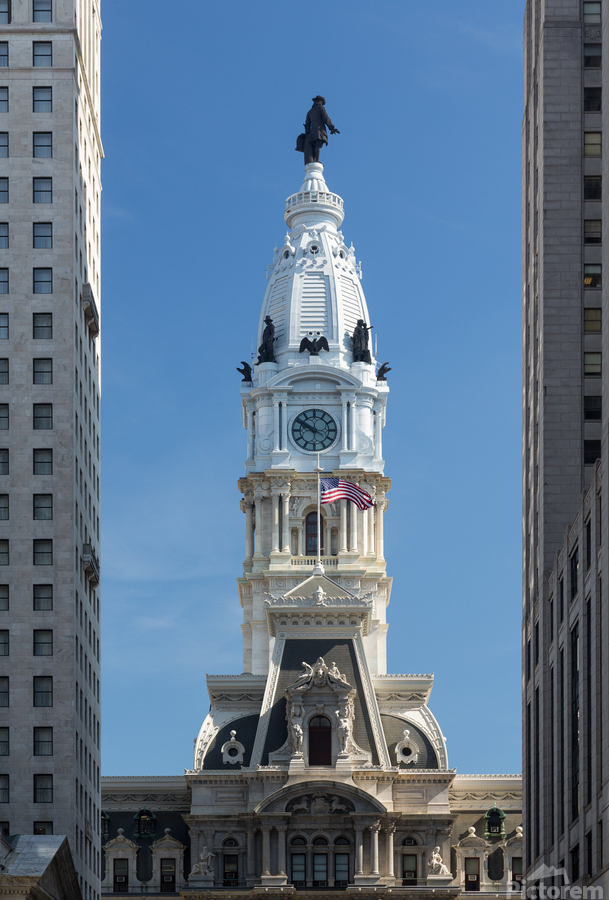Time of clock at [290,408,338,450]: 9:50
